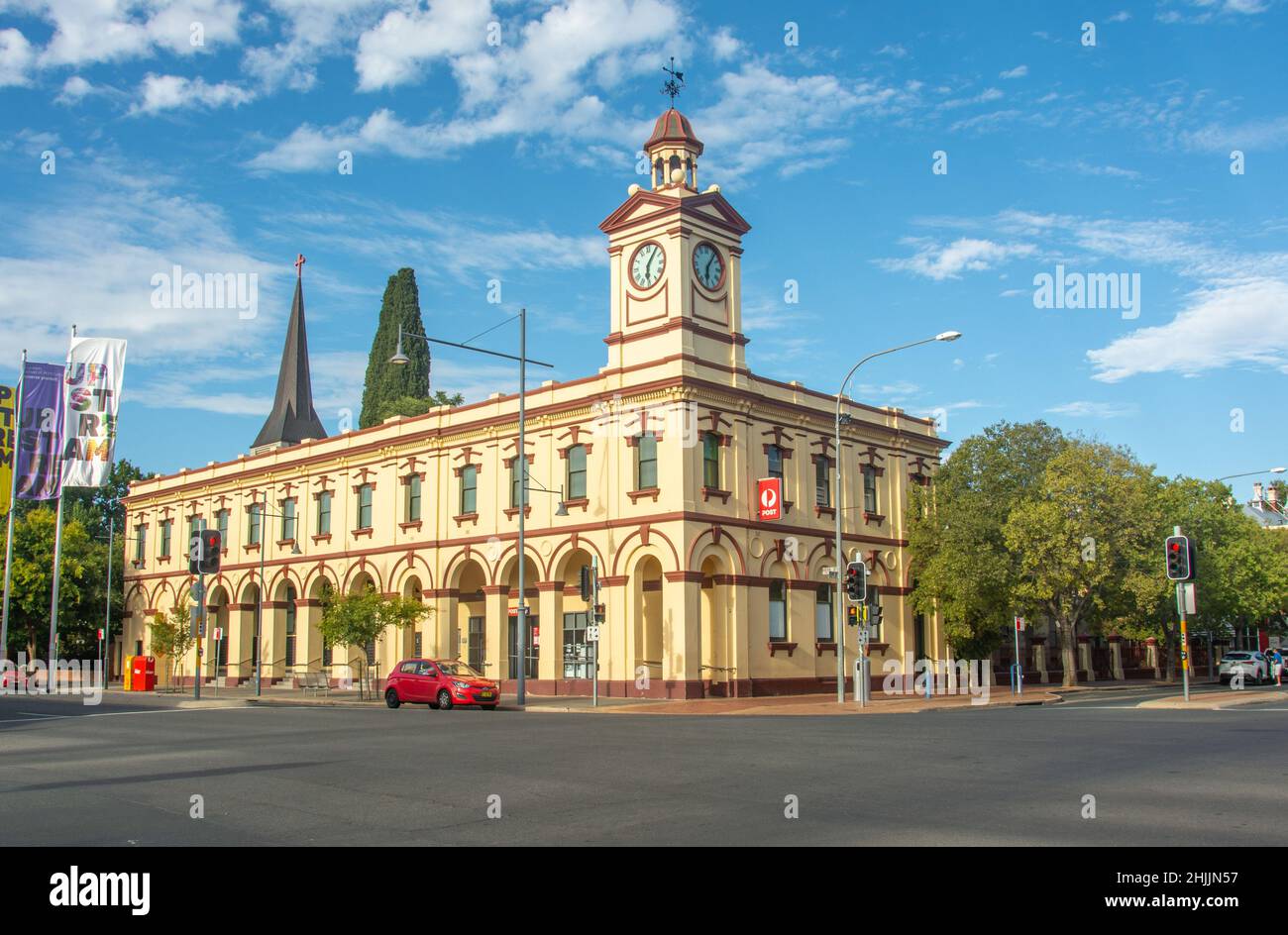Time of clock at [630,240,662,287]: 6:05
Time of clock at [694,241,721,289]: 6:06
